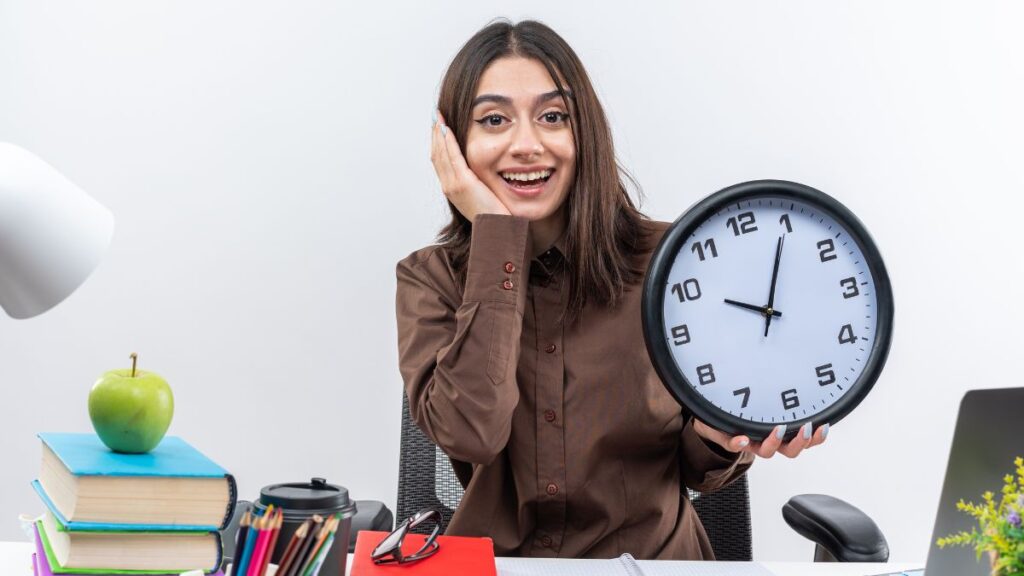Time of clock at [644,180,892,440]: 10:04
